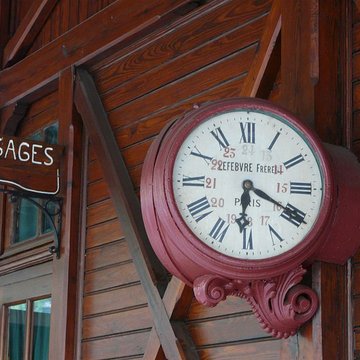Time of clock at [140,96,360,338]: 6:19
